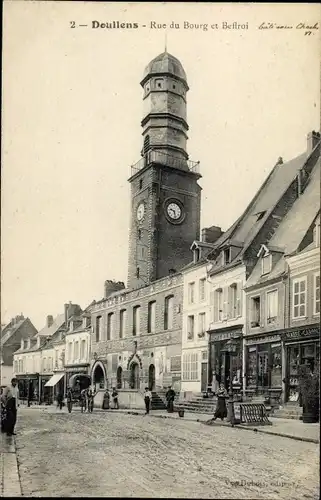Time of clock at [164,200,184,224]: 9:28
